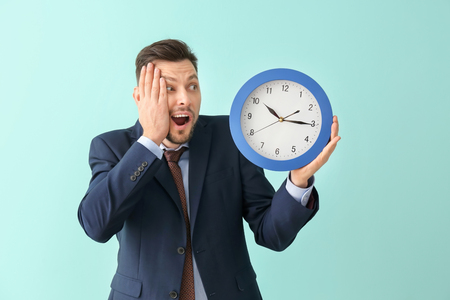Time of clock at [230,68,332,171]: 10:15
